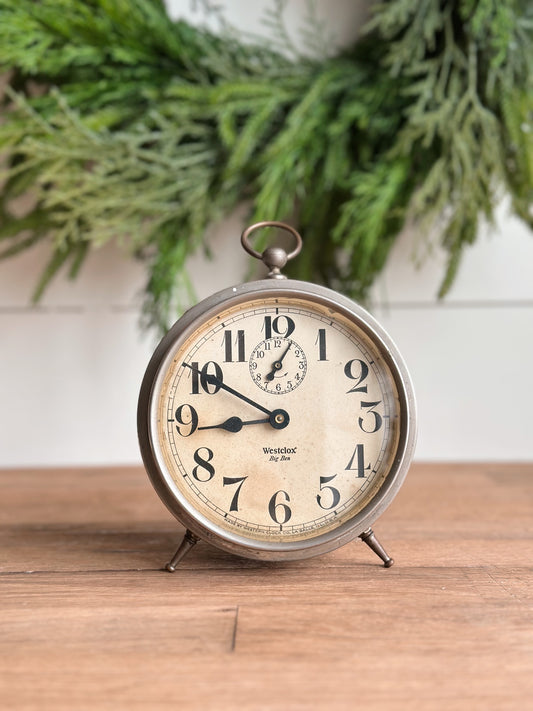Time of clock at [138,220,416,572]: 8:50
